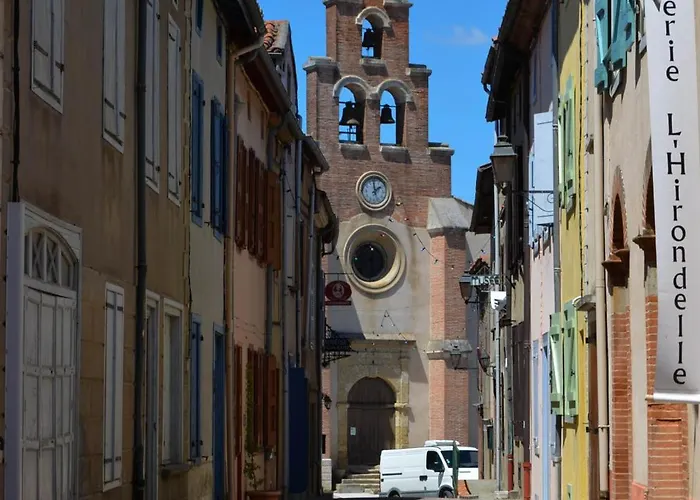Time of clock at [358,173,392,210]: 1:59
